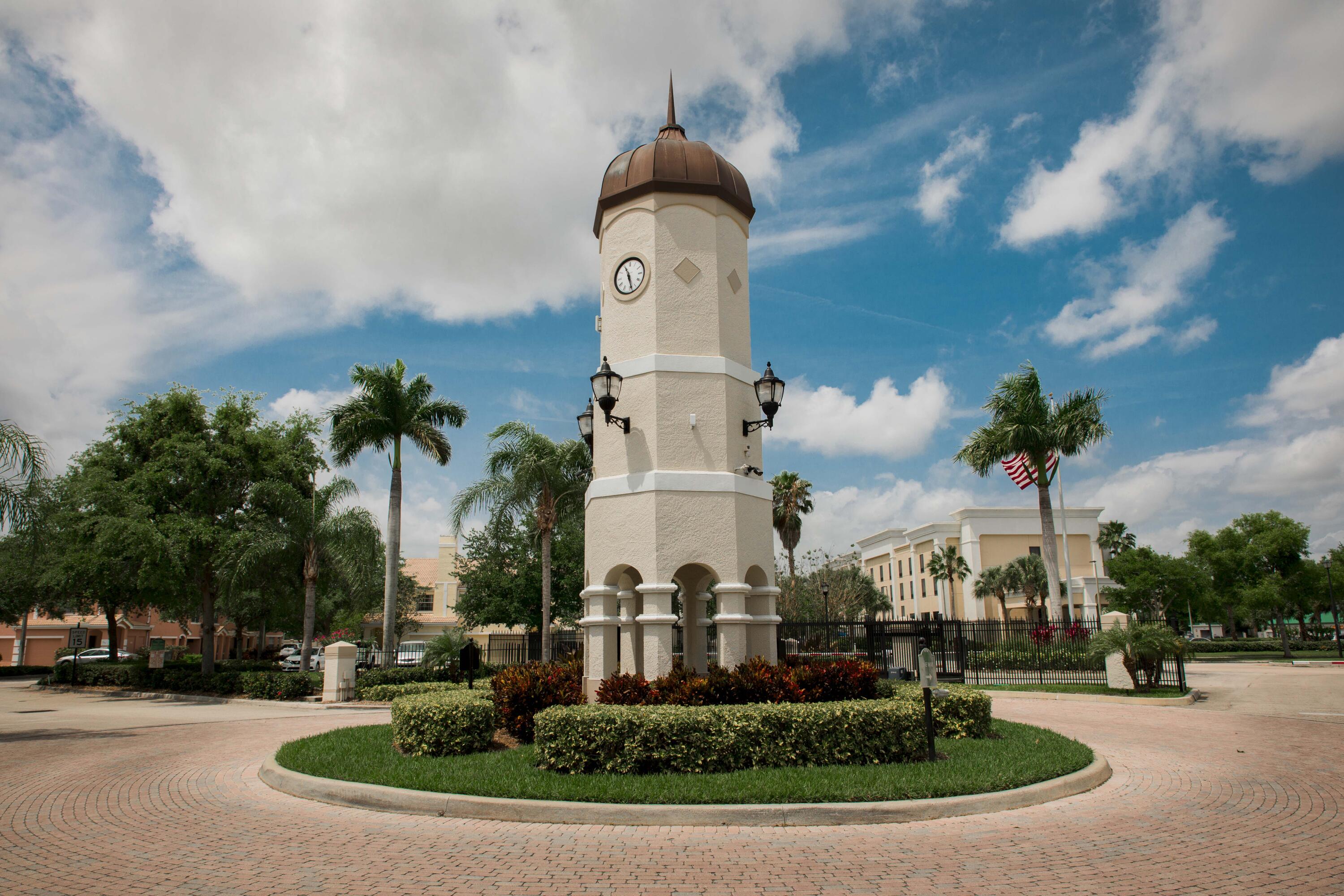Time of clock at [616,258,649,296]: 11:28
